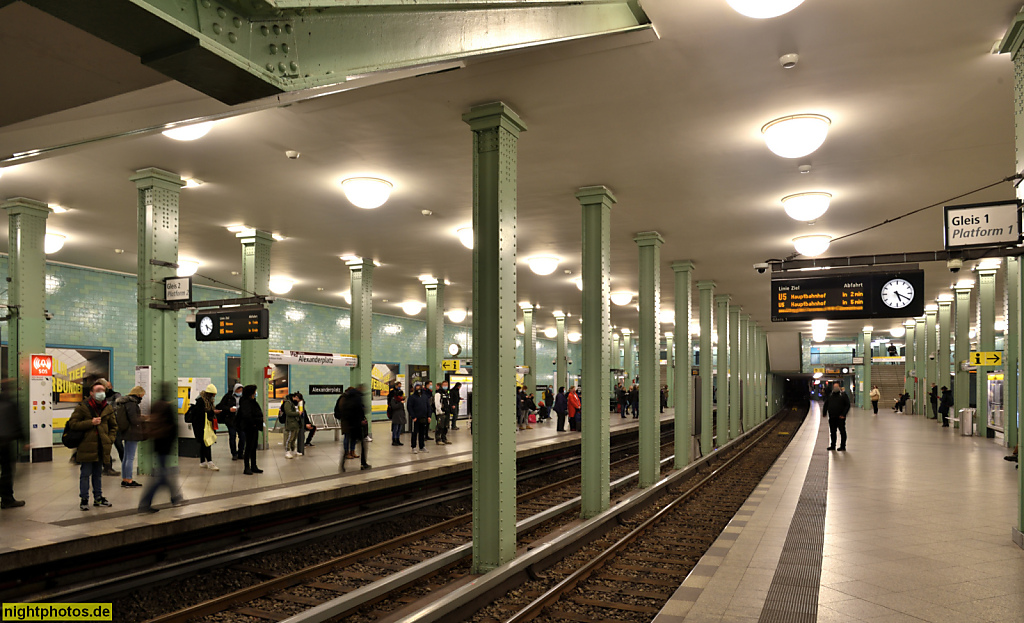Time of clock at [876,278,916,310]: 5:19
